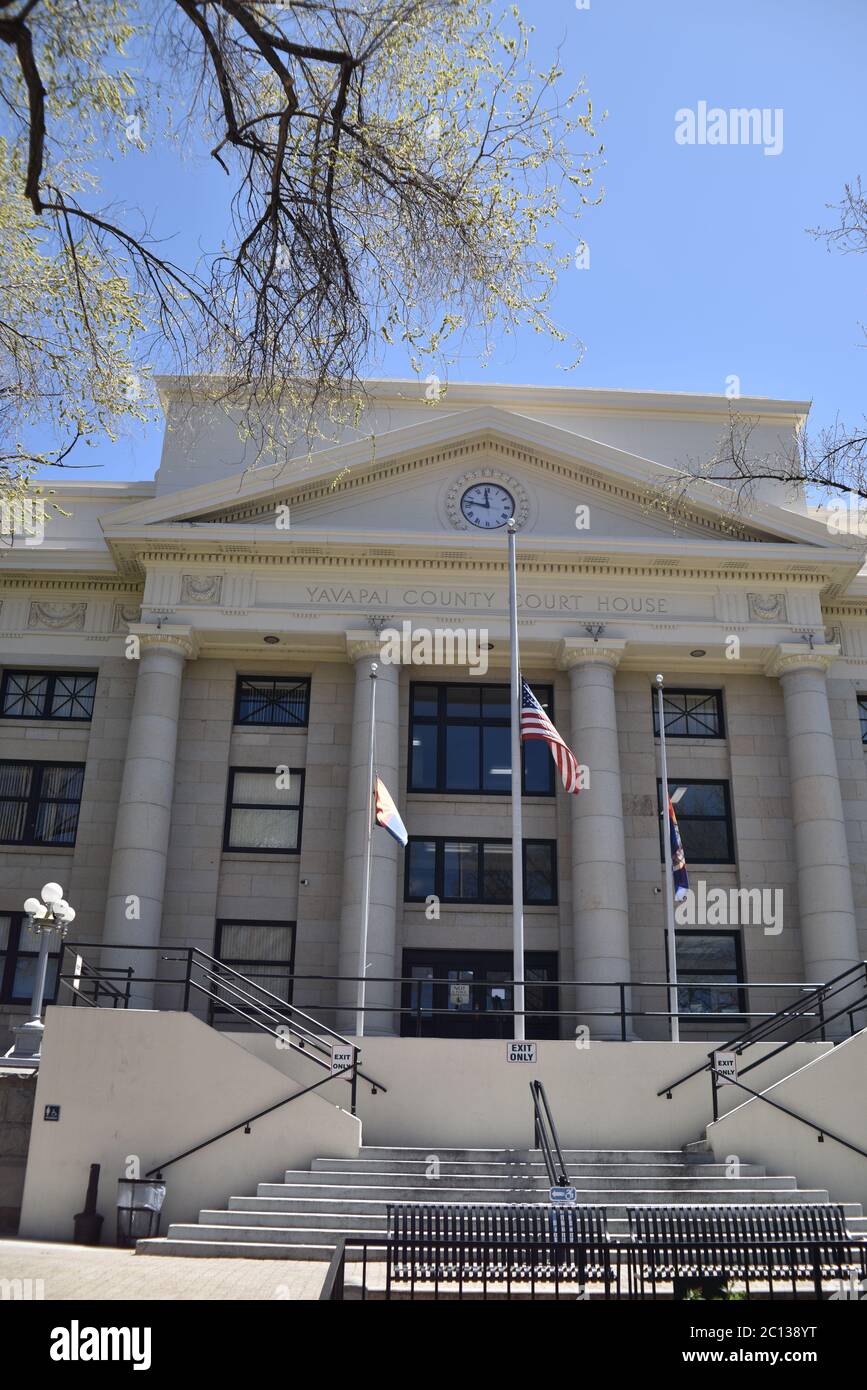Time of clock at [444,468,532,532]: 11:47
